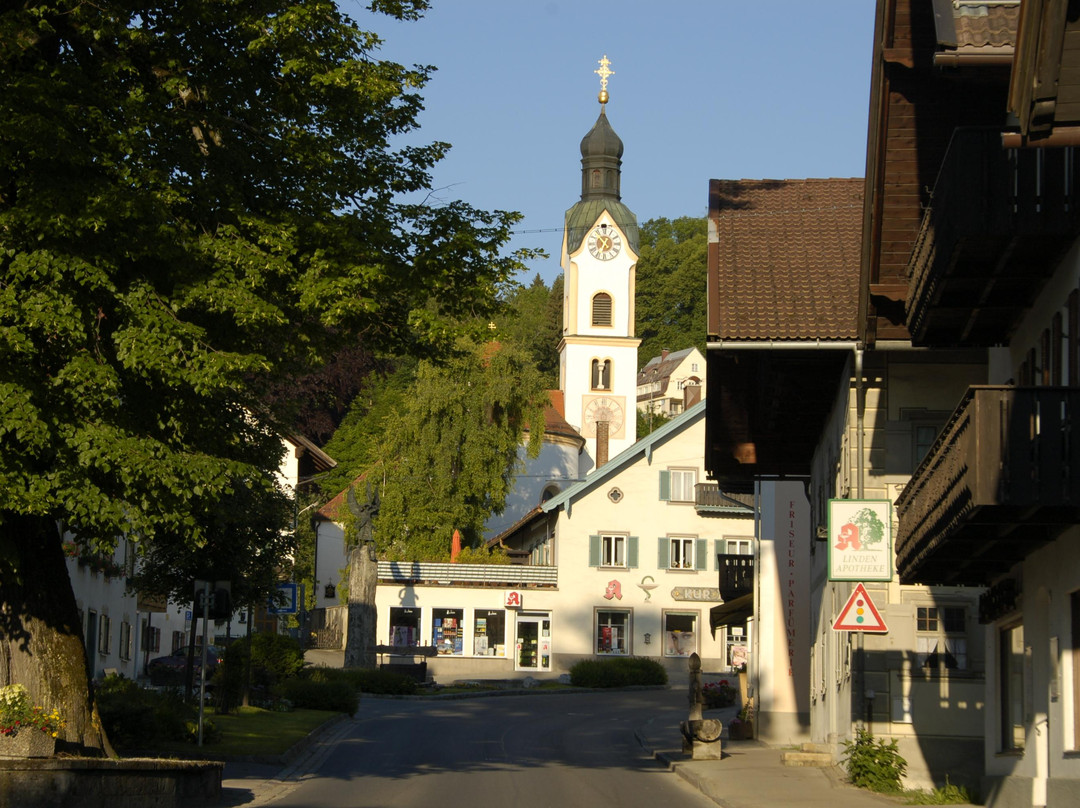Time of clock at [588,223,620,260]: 10:34
